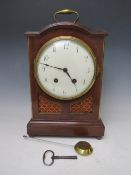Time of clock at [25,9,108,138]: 4:47
